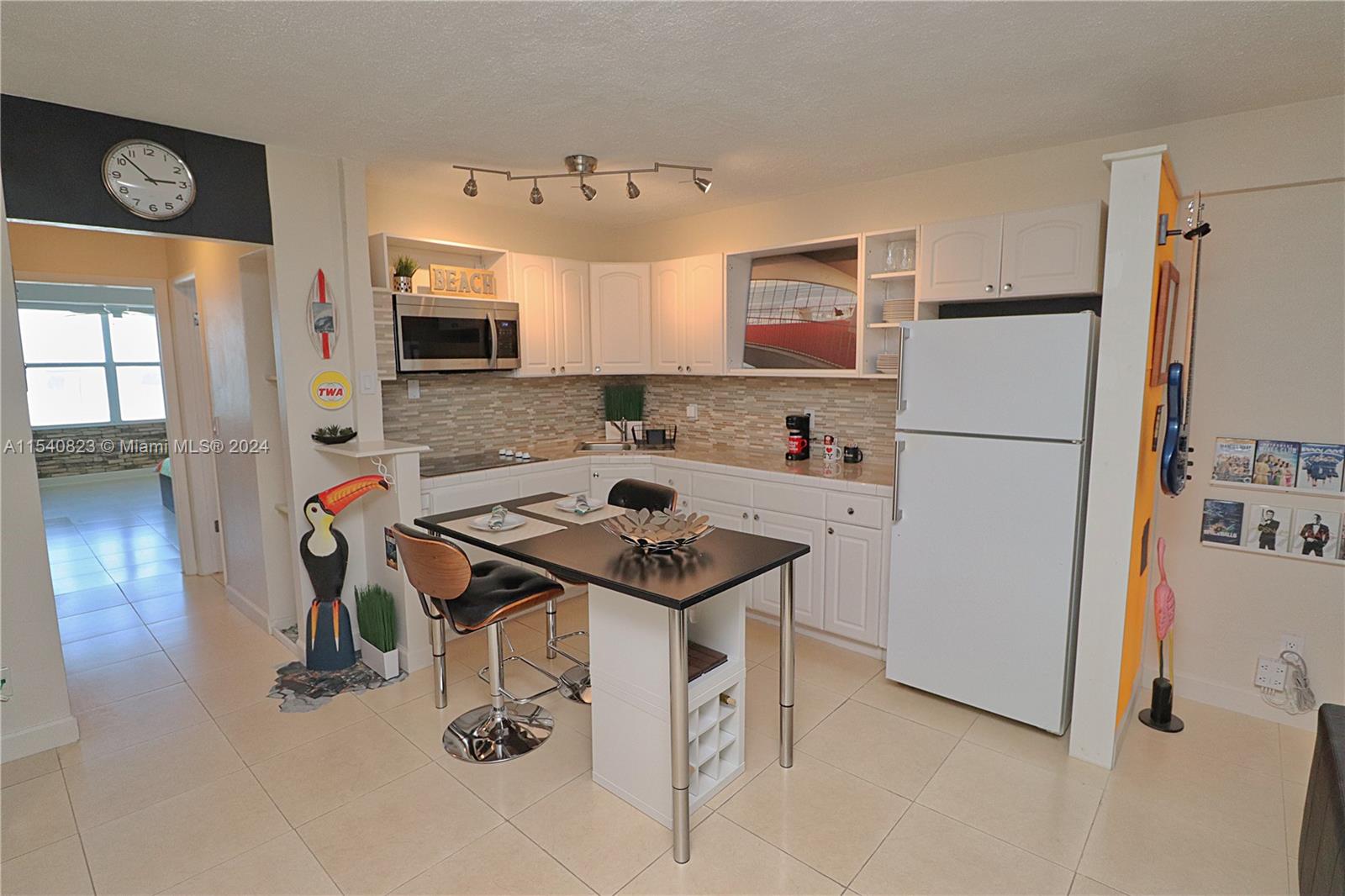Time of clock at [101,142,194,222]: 2:52
